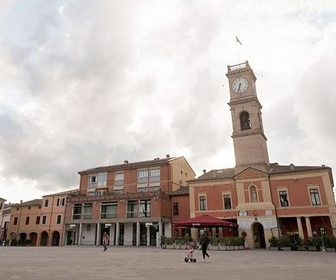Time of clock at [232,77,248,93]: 6:32
